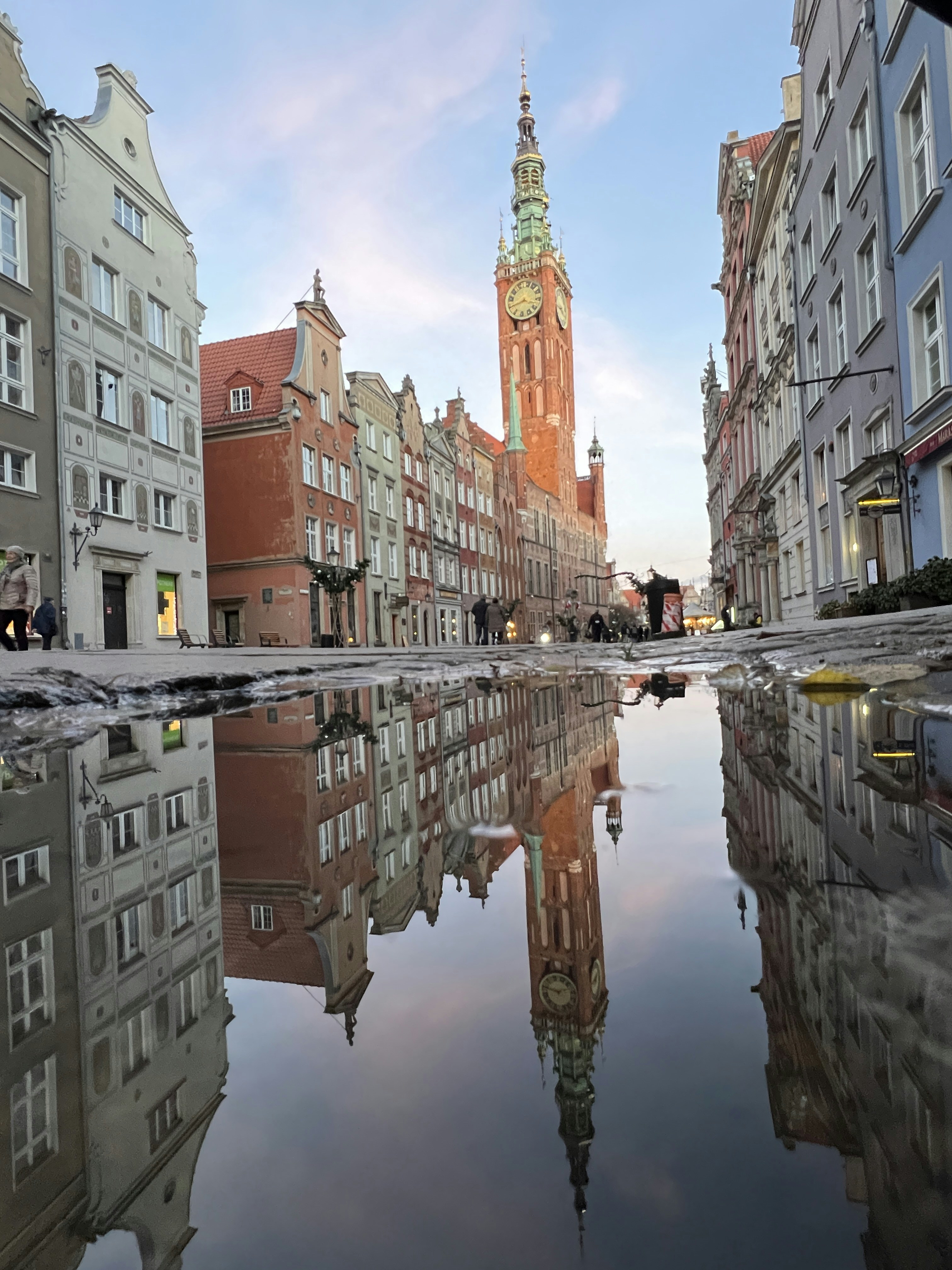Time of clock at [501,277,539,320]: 3:40
